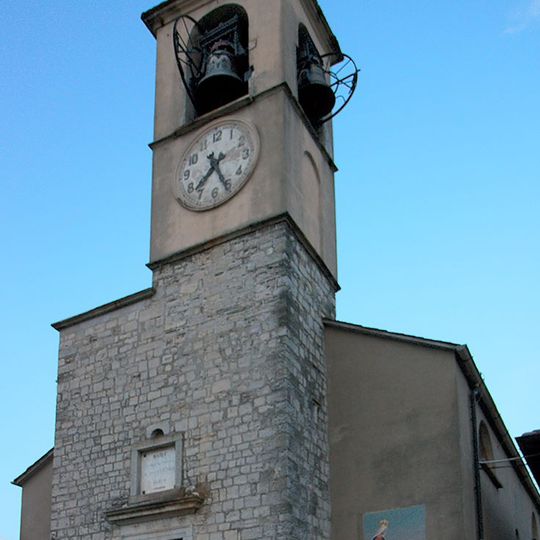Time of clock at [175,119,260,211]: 7:25
